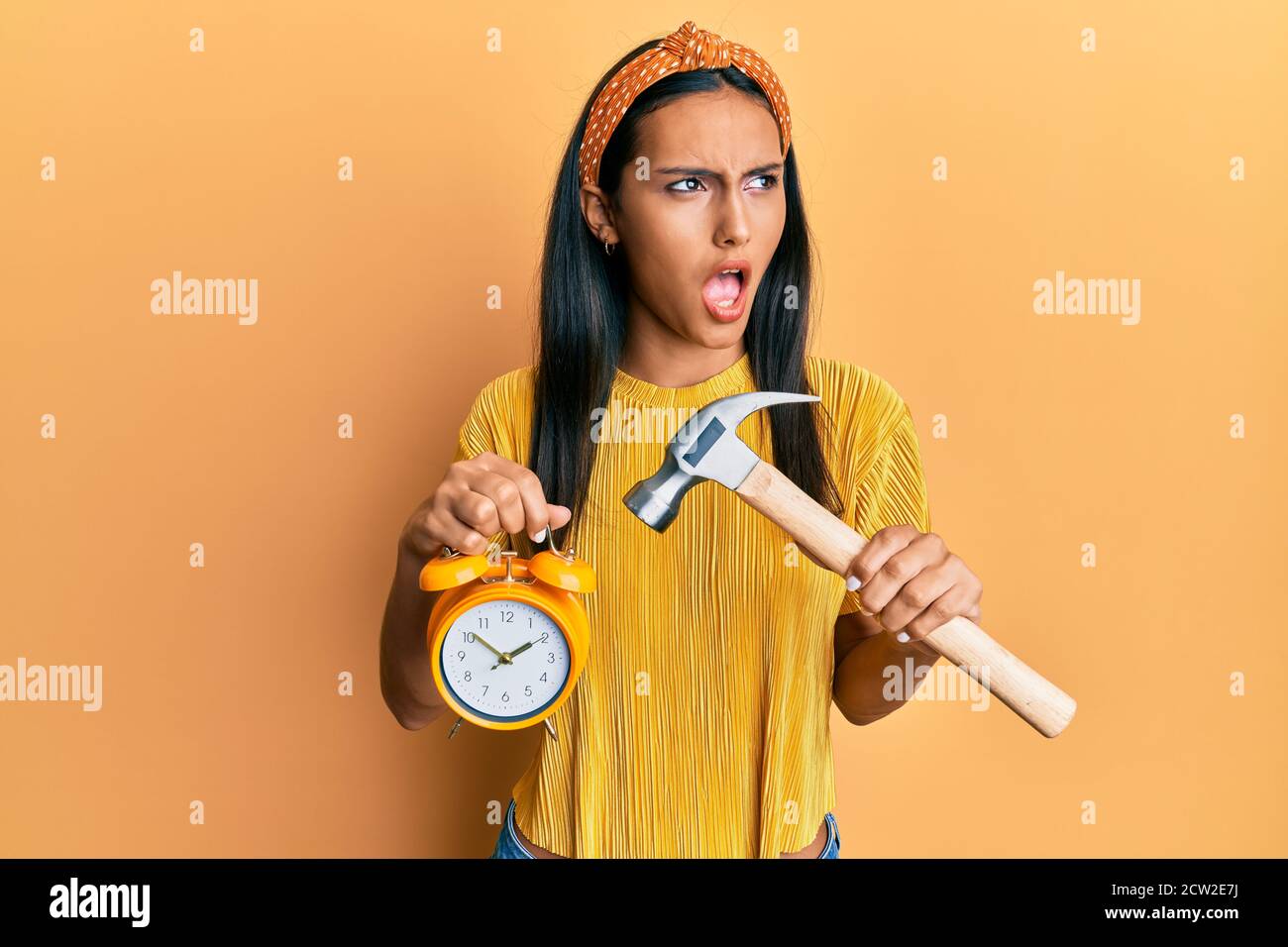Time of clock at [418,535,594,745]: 1:51
